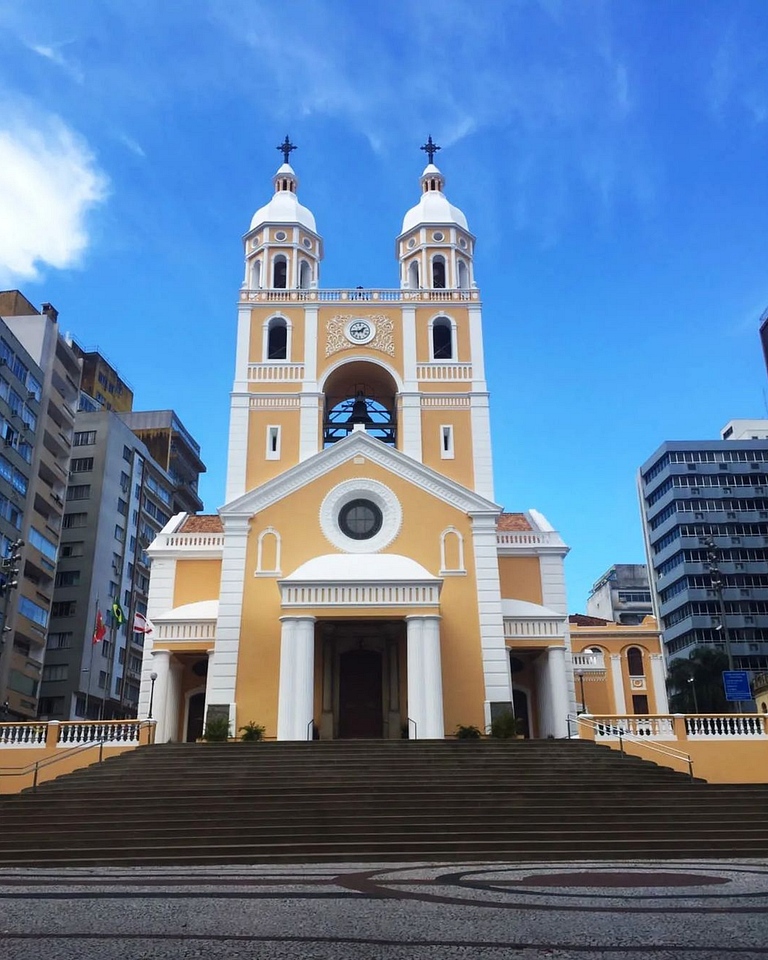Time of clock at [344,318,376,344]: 1:44
